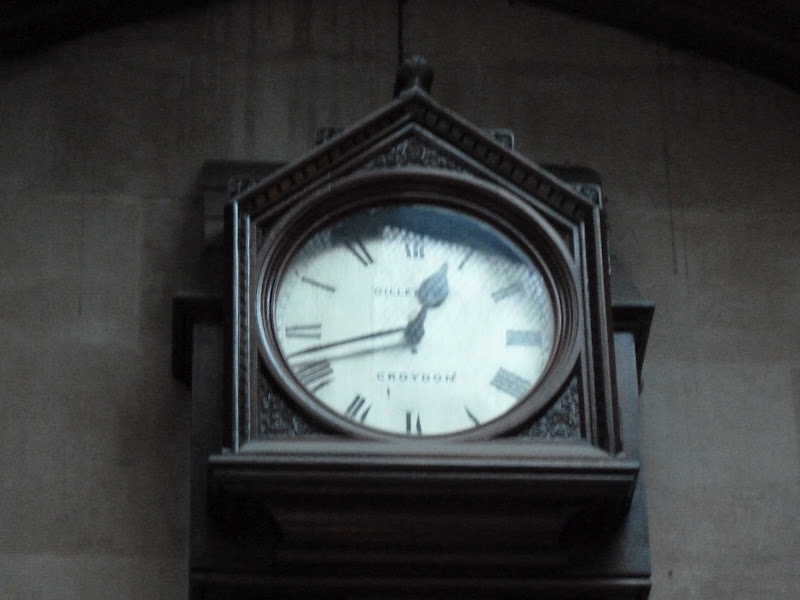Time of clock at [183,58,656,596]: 12:42
